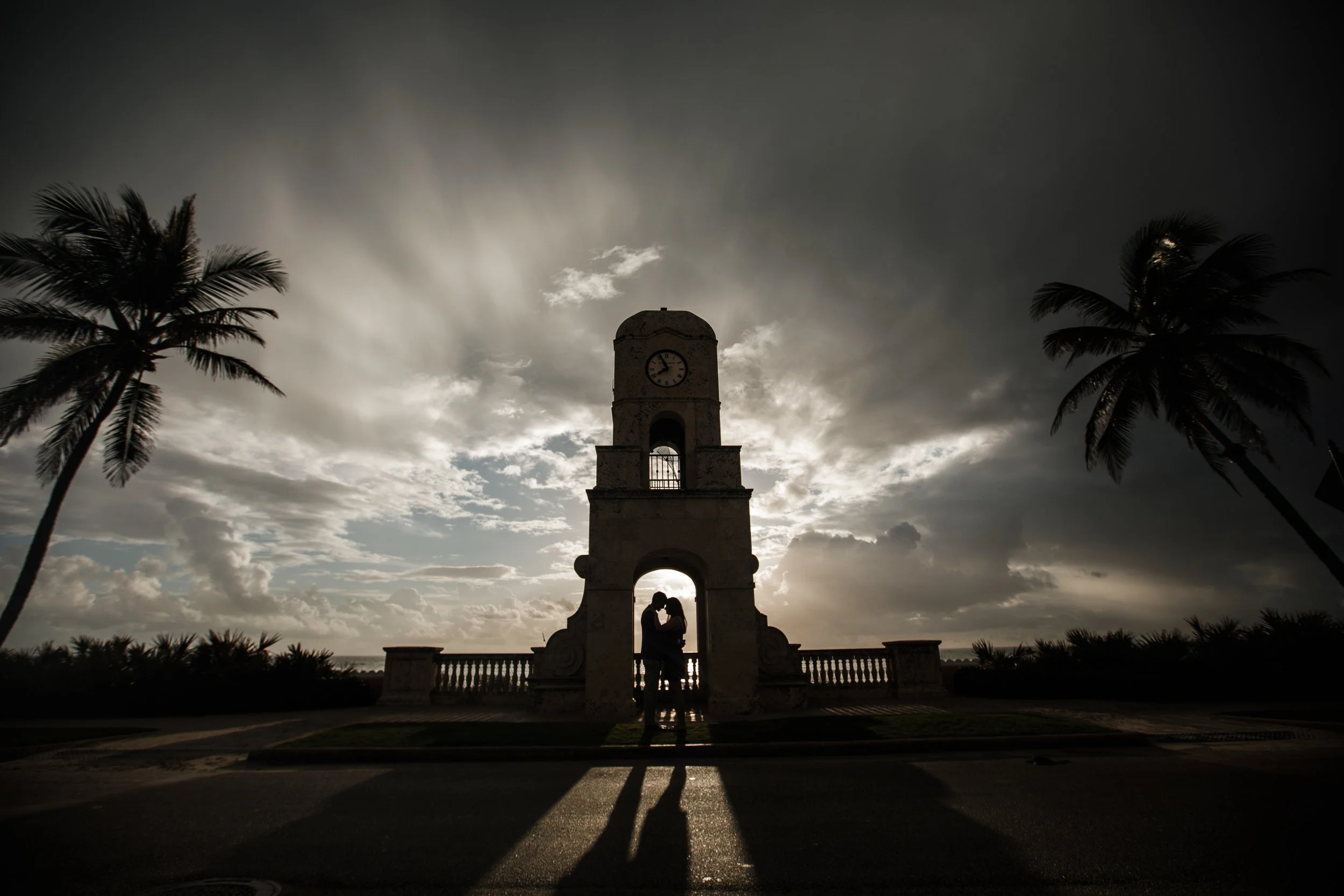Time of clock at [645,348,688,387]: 7:55
